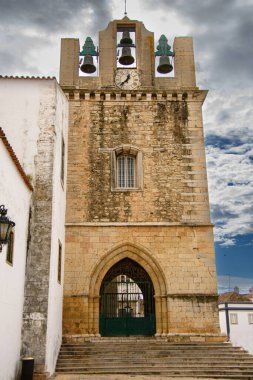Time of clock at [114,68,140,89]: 12:37
